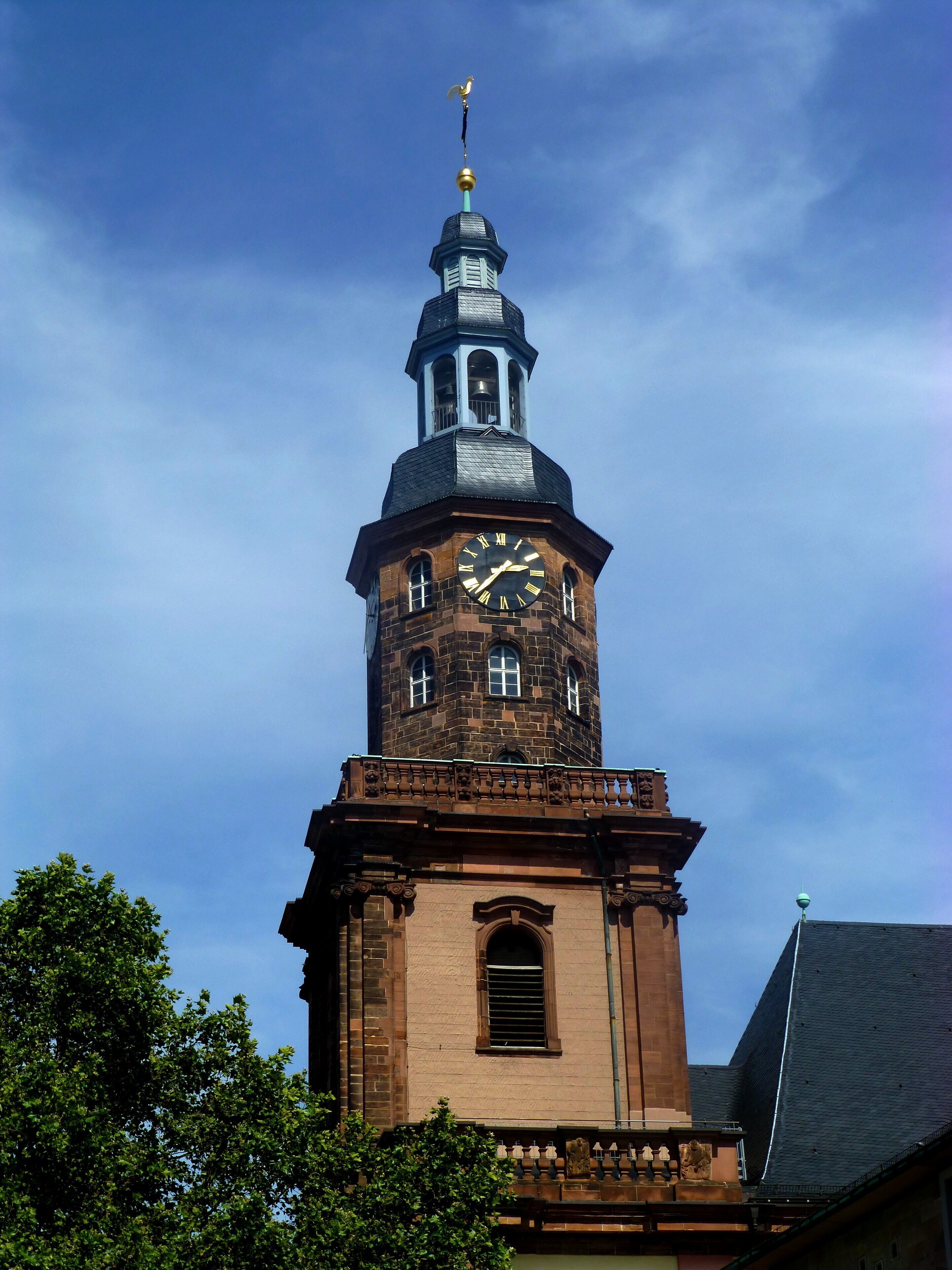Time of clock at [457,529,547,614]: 2:37
